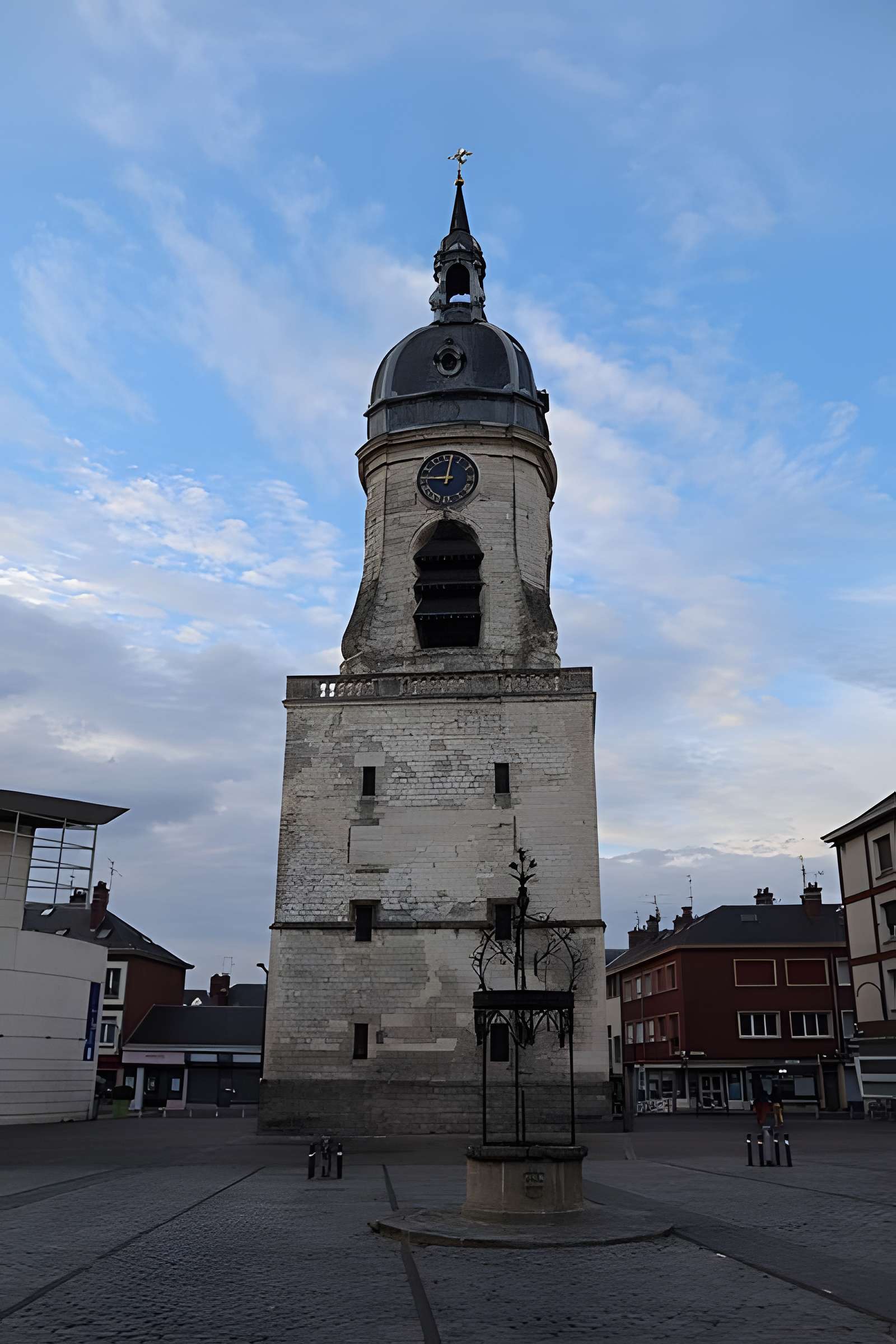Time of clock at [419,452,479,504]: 9:01
